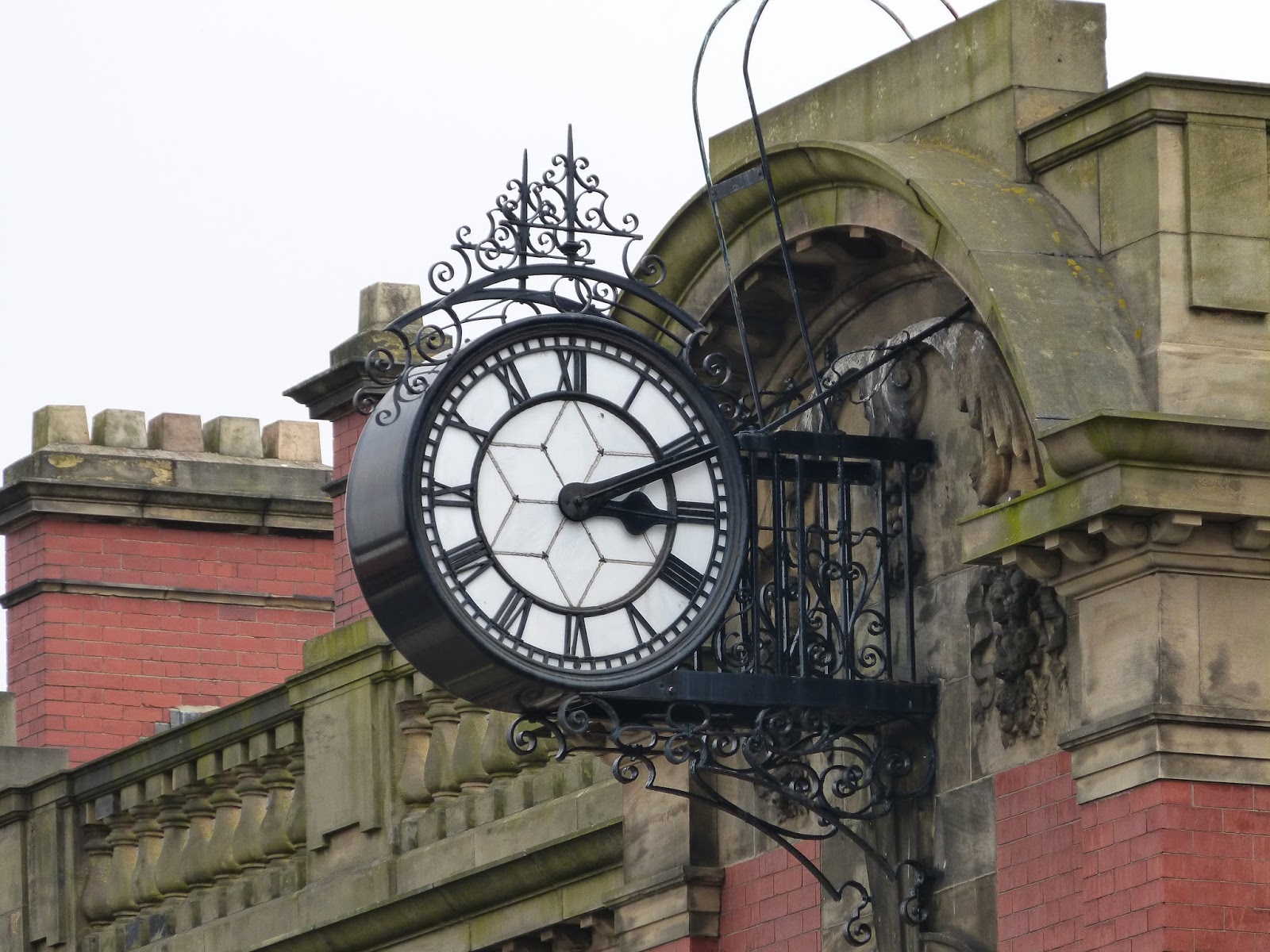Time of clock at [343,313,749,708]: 3:11
